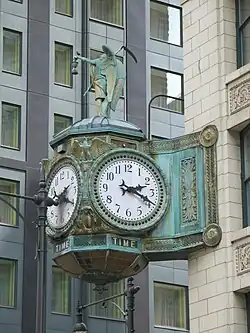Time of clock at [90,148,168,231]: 2:19
